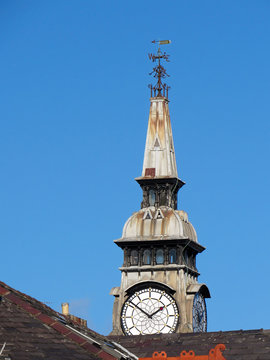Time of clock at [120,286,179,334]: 1:51
